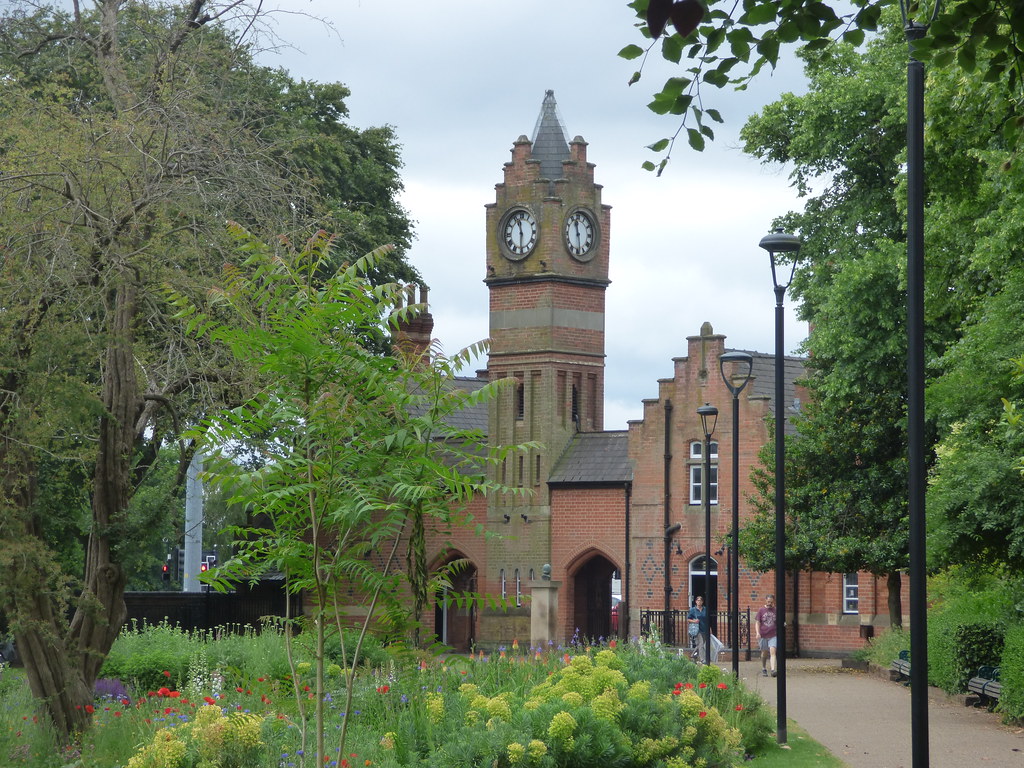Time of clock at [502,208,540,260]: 11:29
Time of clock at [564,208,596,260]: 11:28
